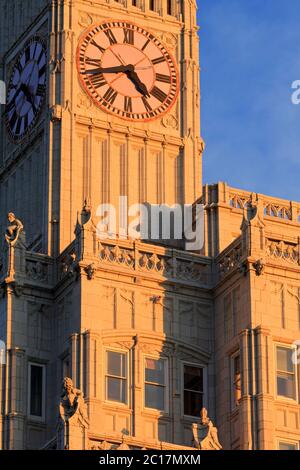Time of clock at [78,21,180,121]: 4:42
